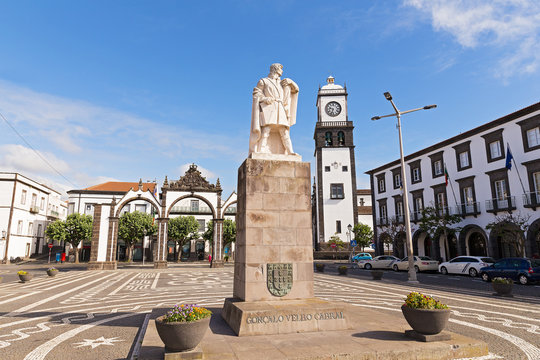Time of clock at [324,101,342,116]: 9:33
